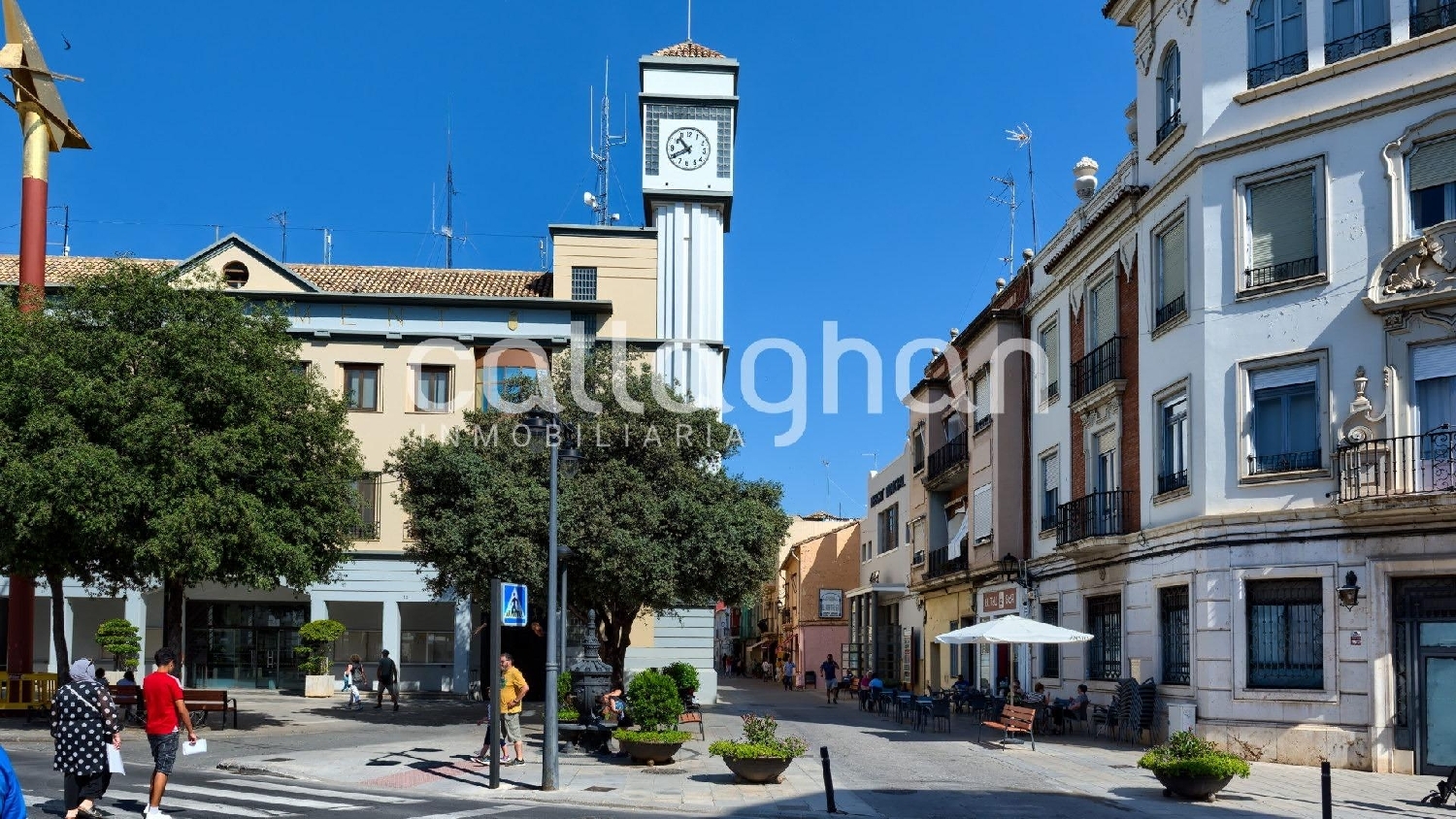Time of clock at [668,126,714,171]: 10:40
